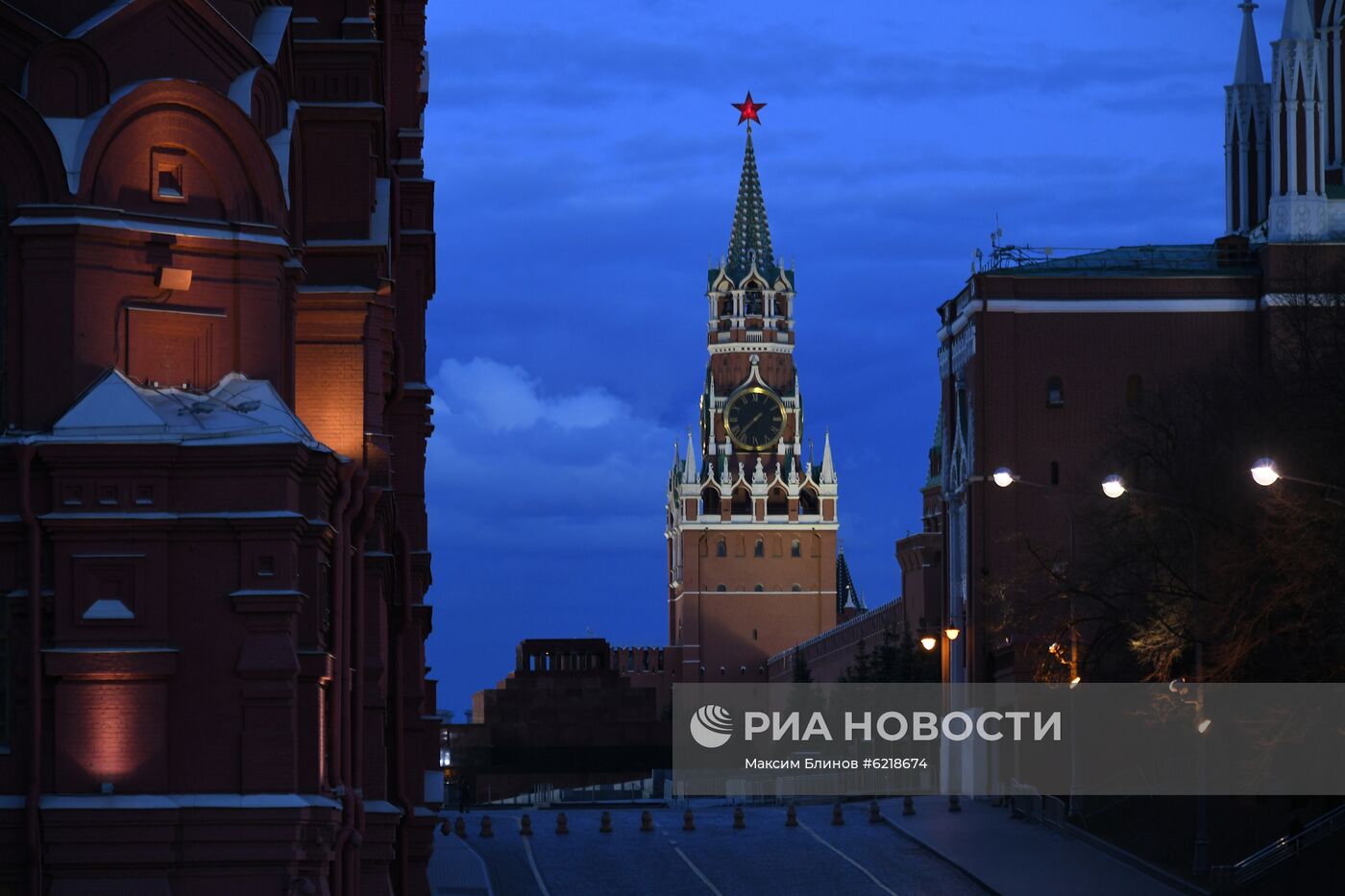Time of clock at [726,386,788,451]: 7:37
